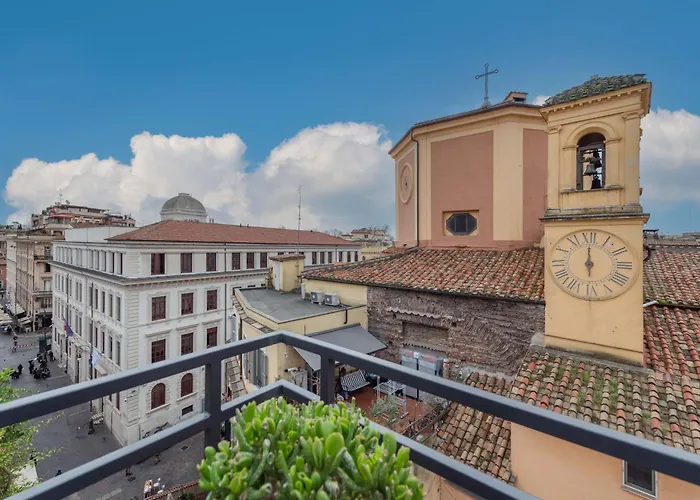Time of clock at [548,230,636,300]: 11:59
